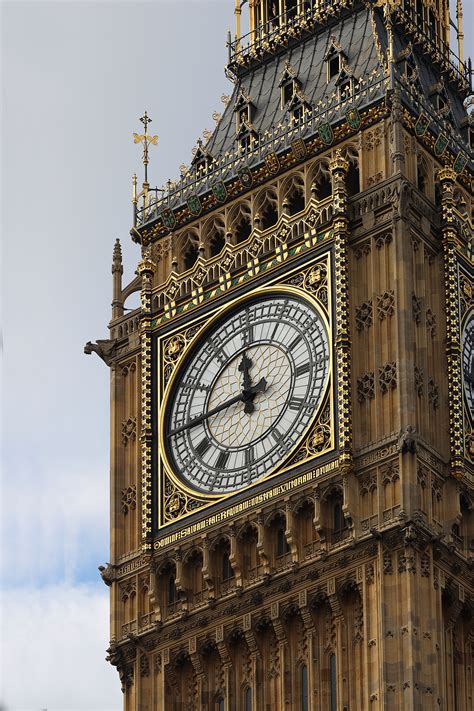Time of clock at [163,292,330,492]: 11:44
